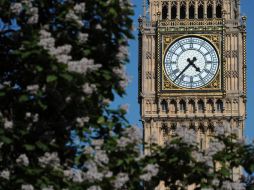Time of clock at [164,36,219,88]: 4:37
